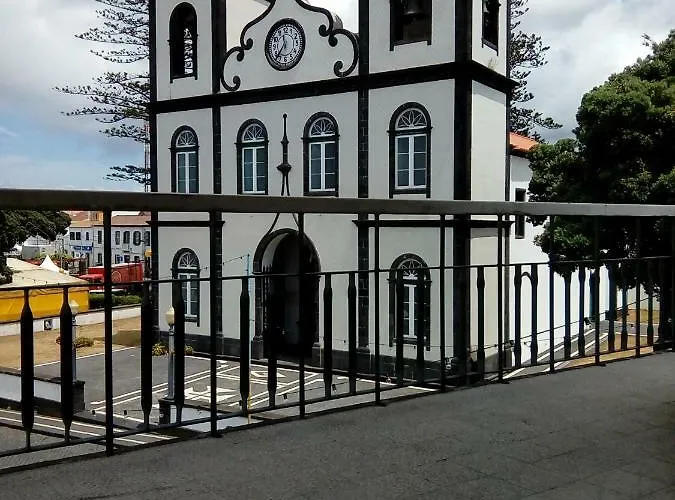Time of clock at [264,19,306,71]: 11:36
